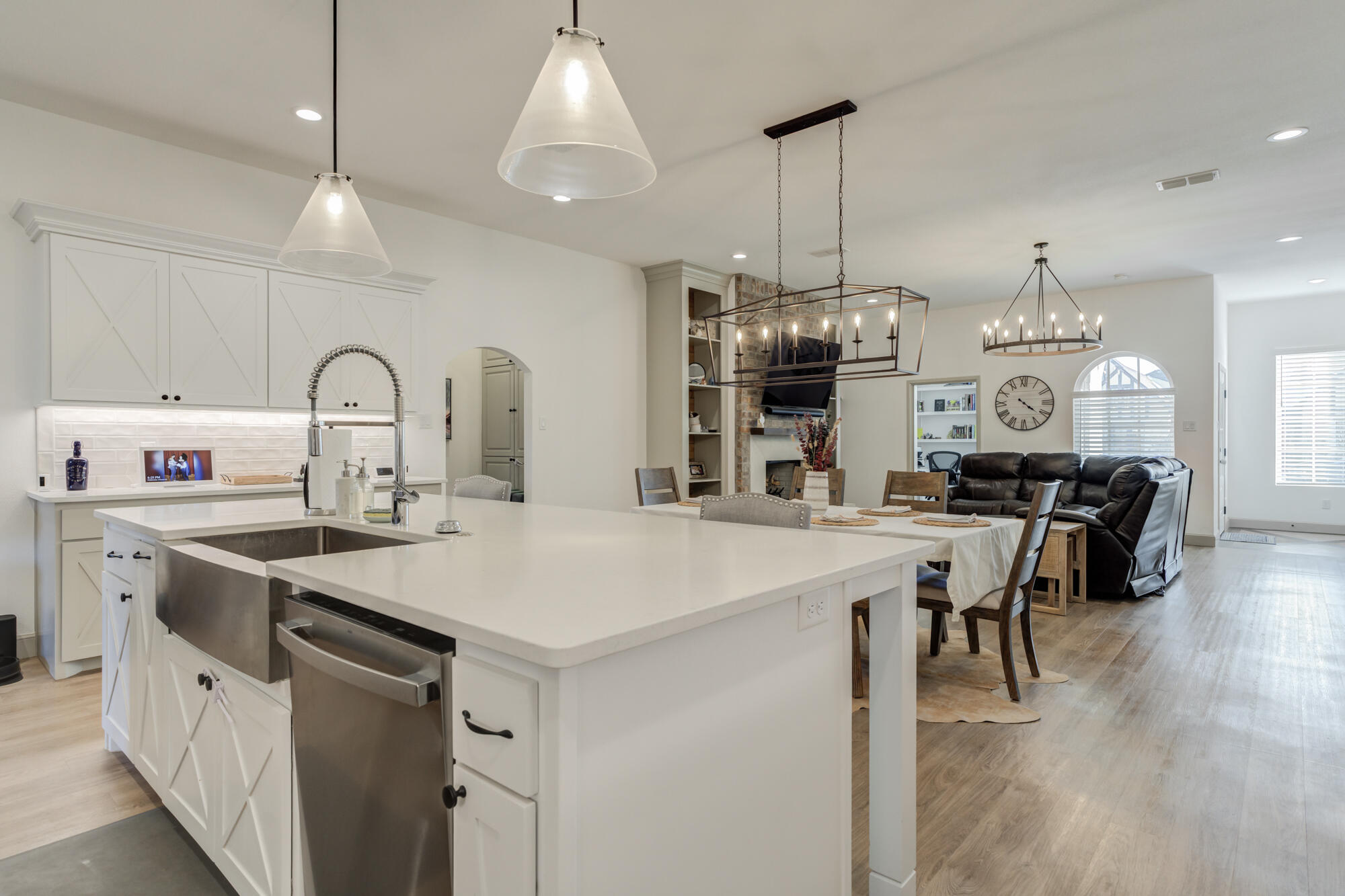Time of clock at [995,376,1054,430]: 4:21
